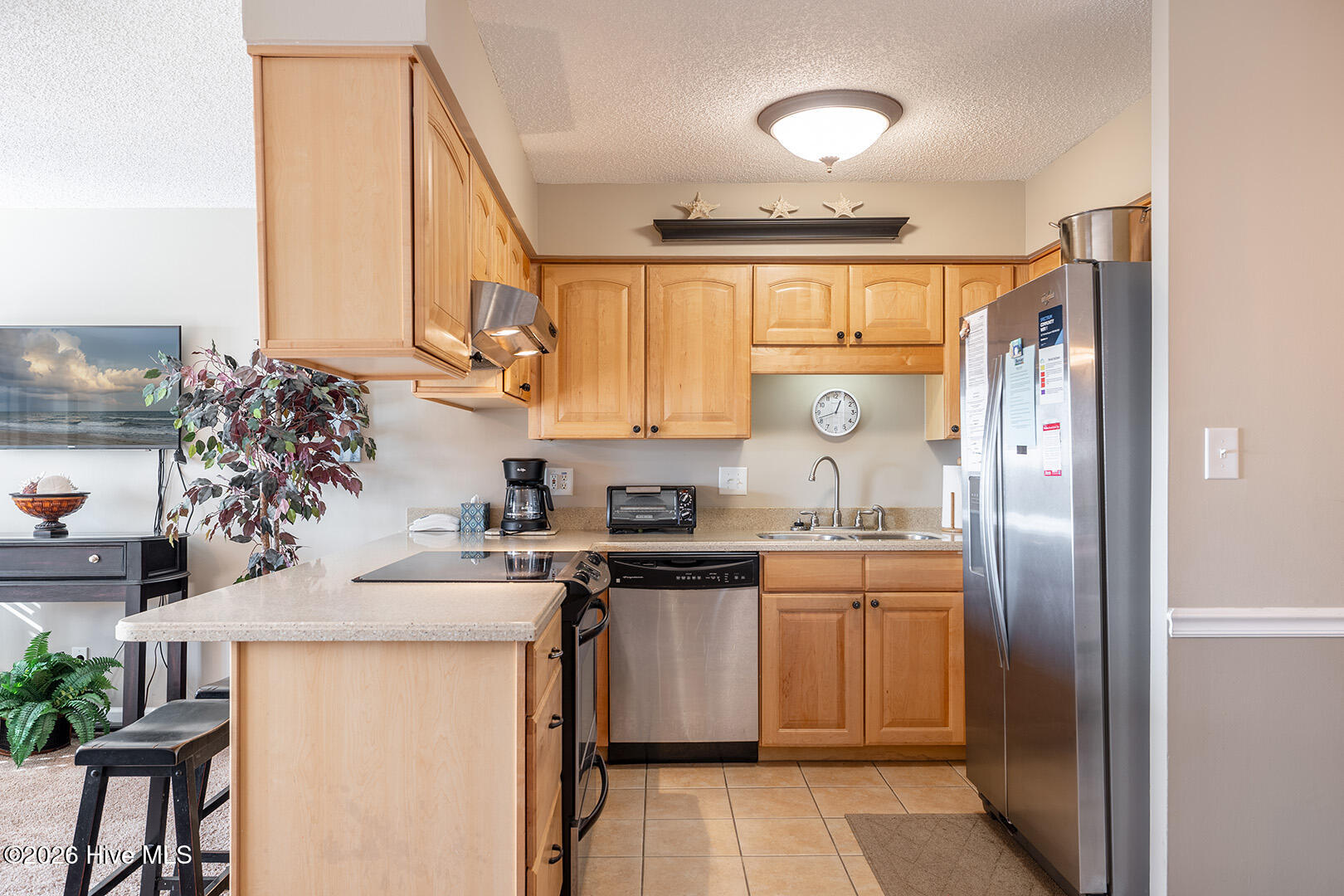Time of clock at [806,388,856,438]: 12:42
